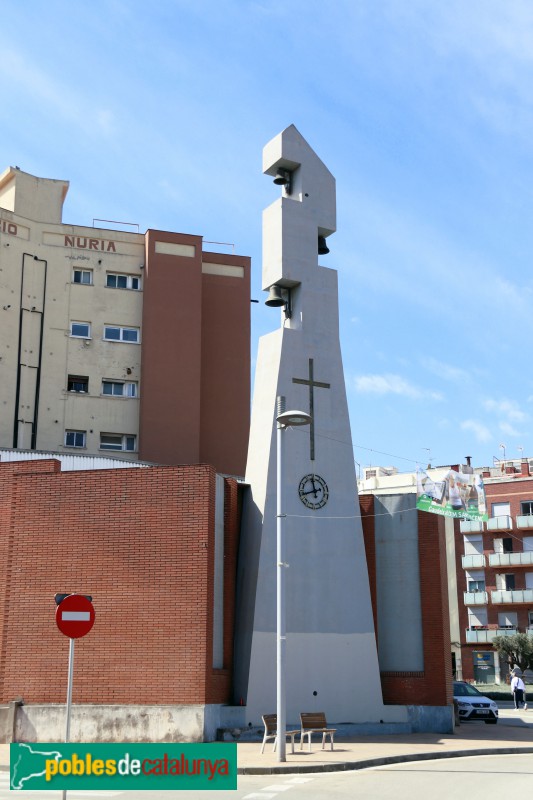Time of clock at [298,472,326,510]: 11:42
